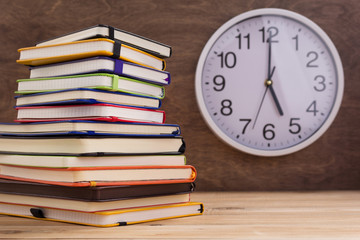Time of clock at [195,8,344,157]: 5:00
